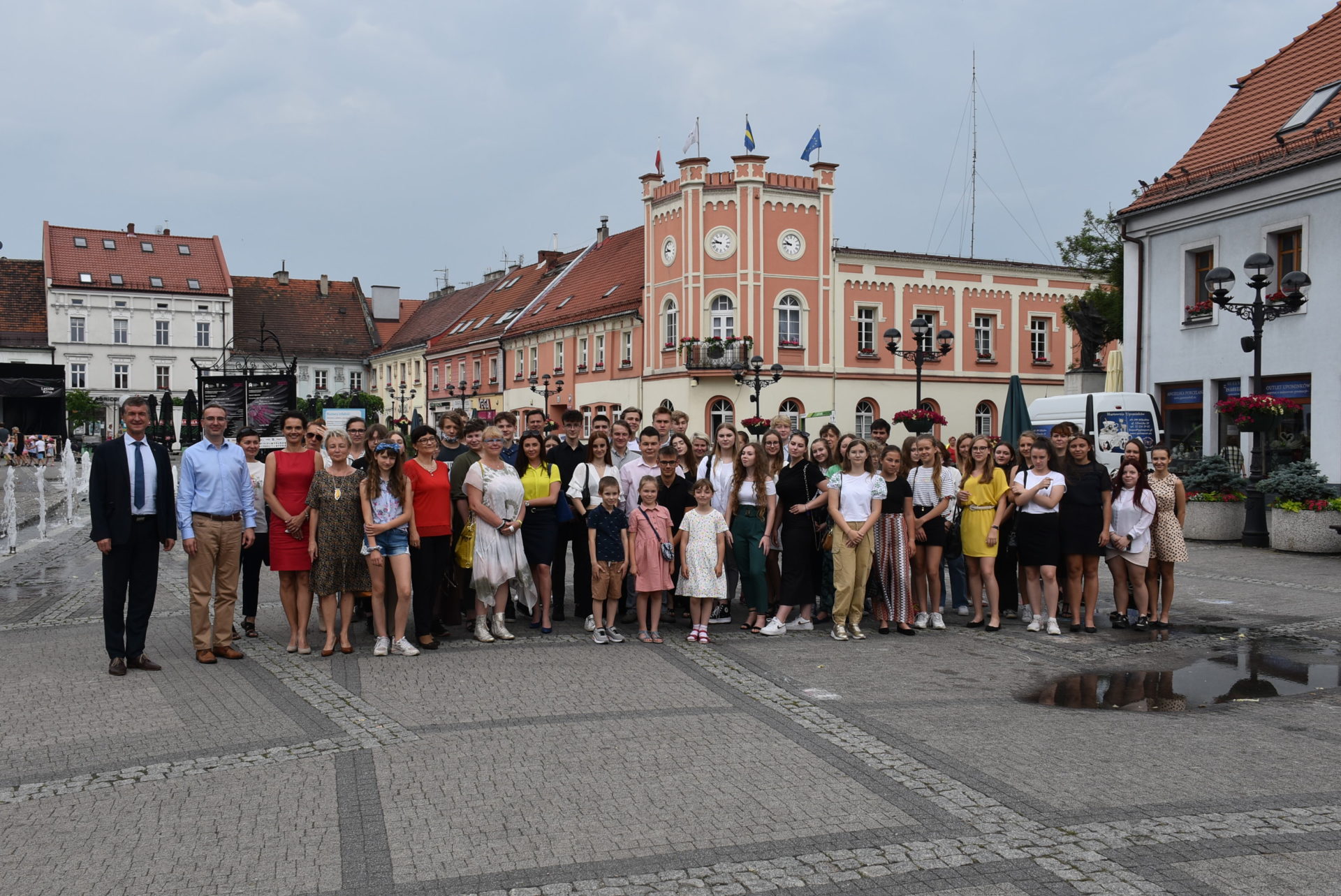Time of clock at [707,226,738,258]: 9:44
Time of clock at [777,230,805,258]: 9:44
